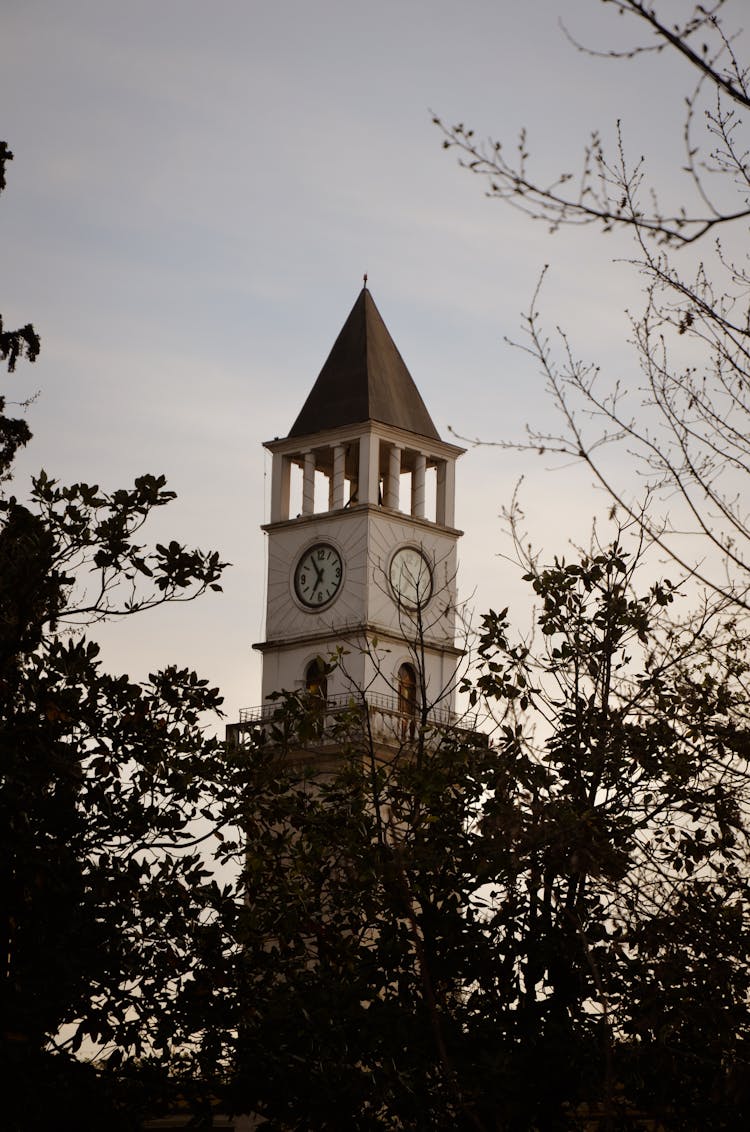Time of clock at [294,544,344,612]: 6:54
